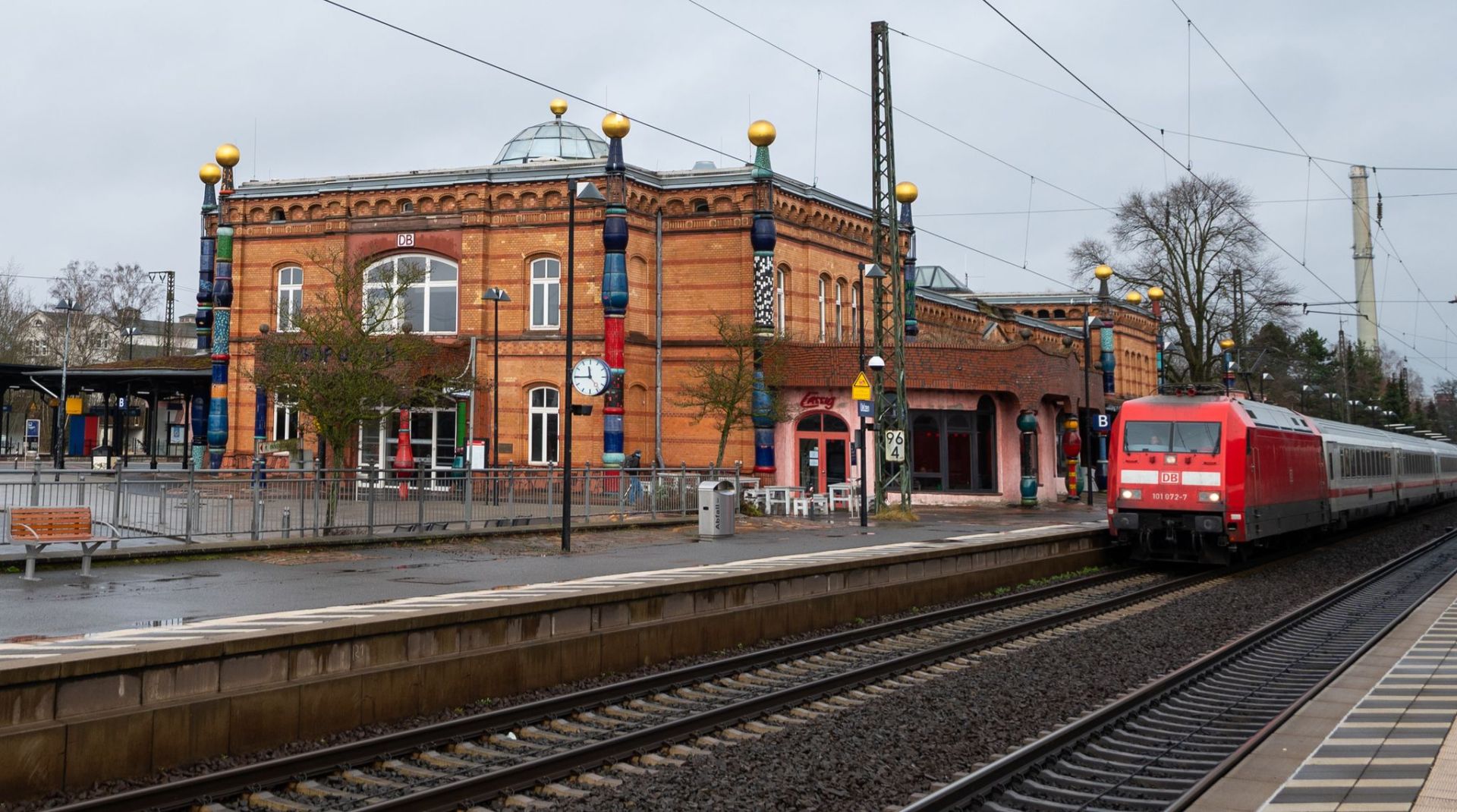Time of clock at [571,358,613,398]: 11:44
